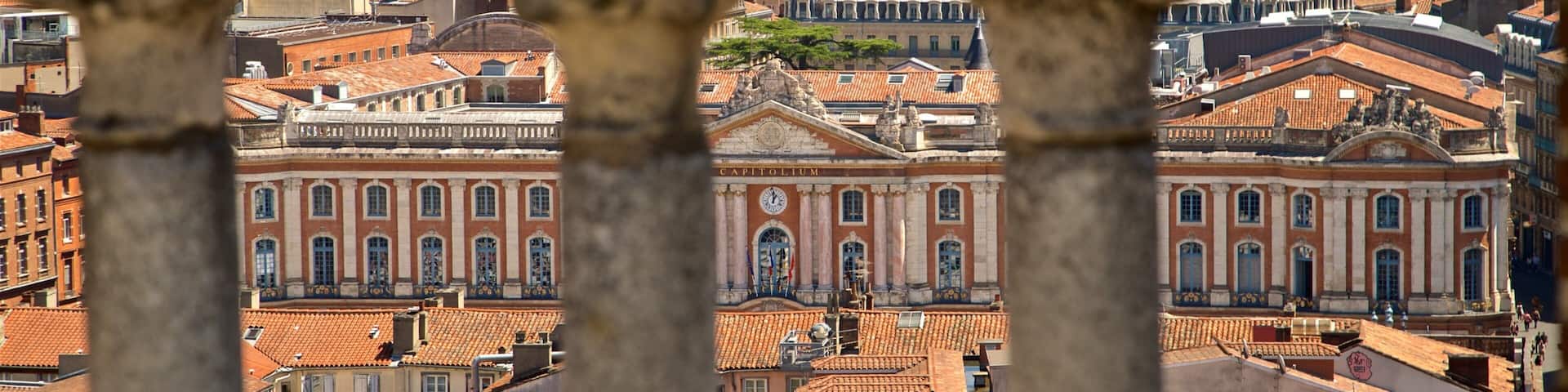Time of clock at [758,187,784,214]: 1:01
